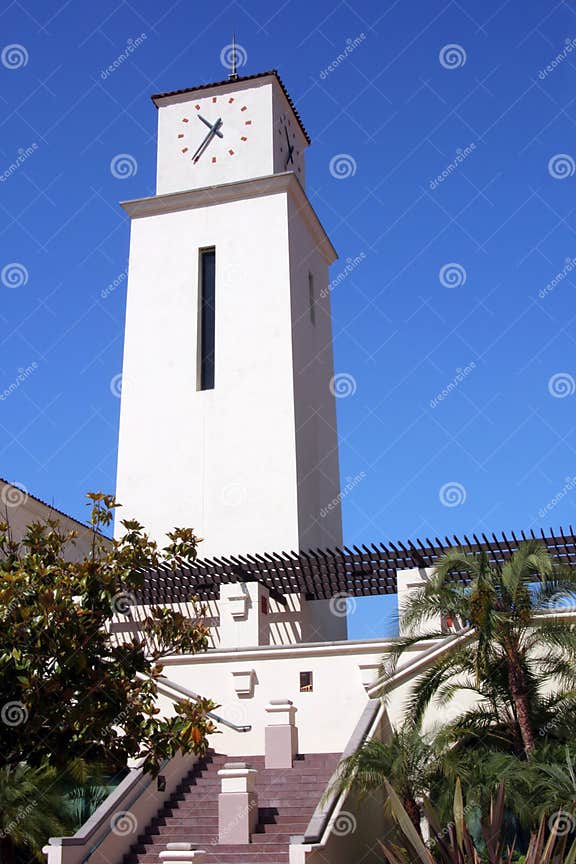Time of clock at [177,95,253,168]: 10:36
